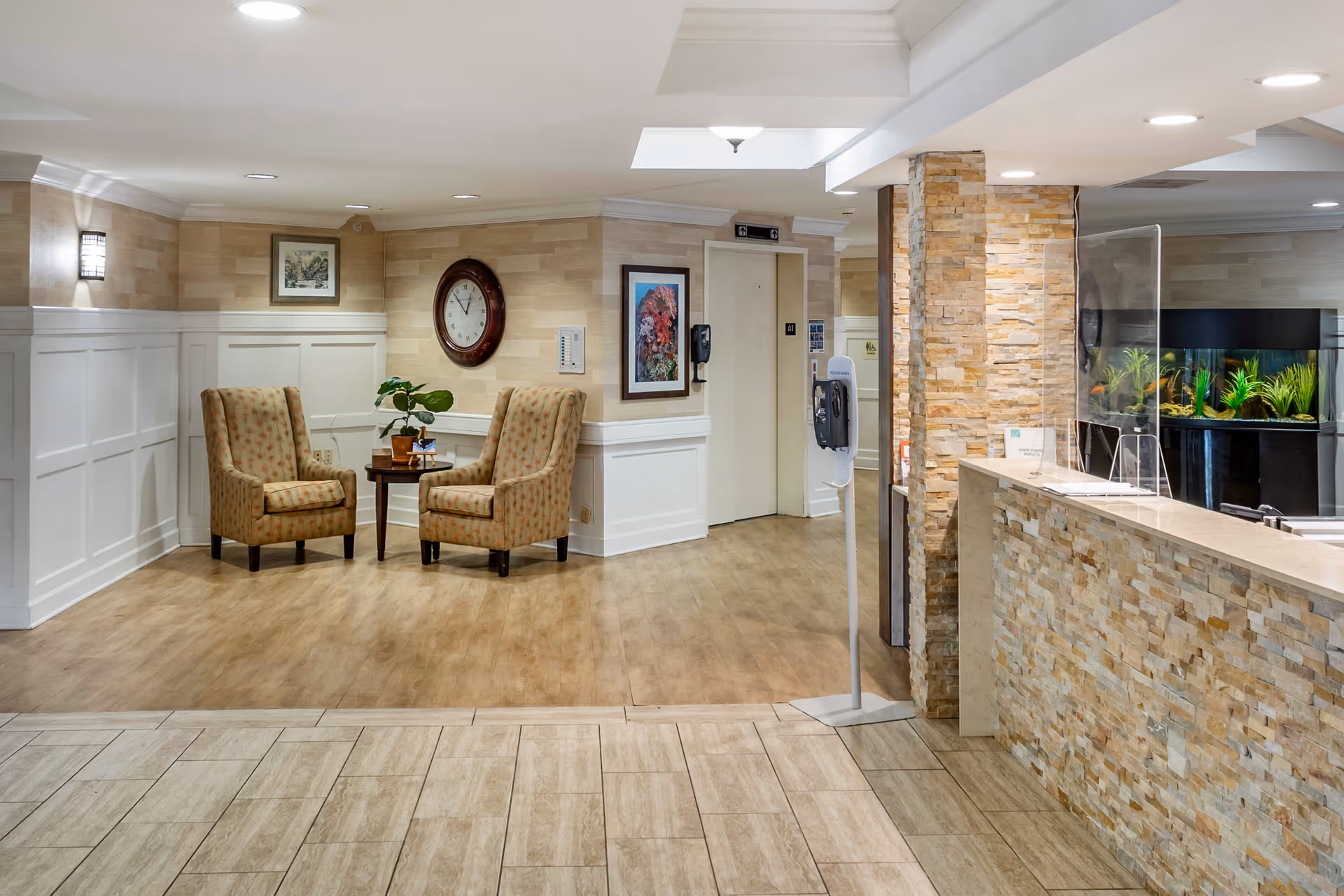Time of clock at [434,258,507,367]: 12:52
